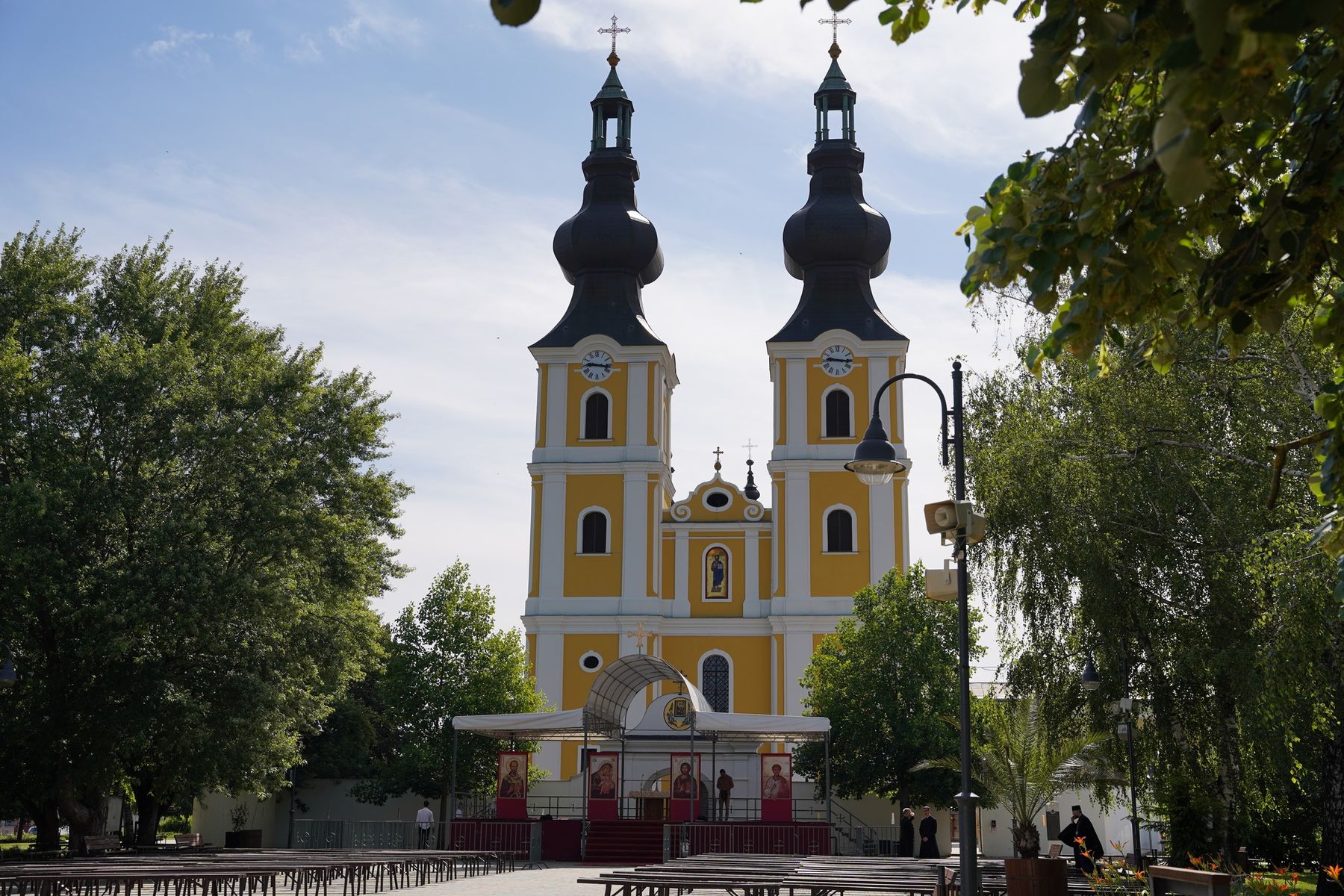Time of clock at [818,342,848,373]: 9:15
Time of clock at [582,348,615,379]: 9:16
